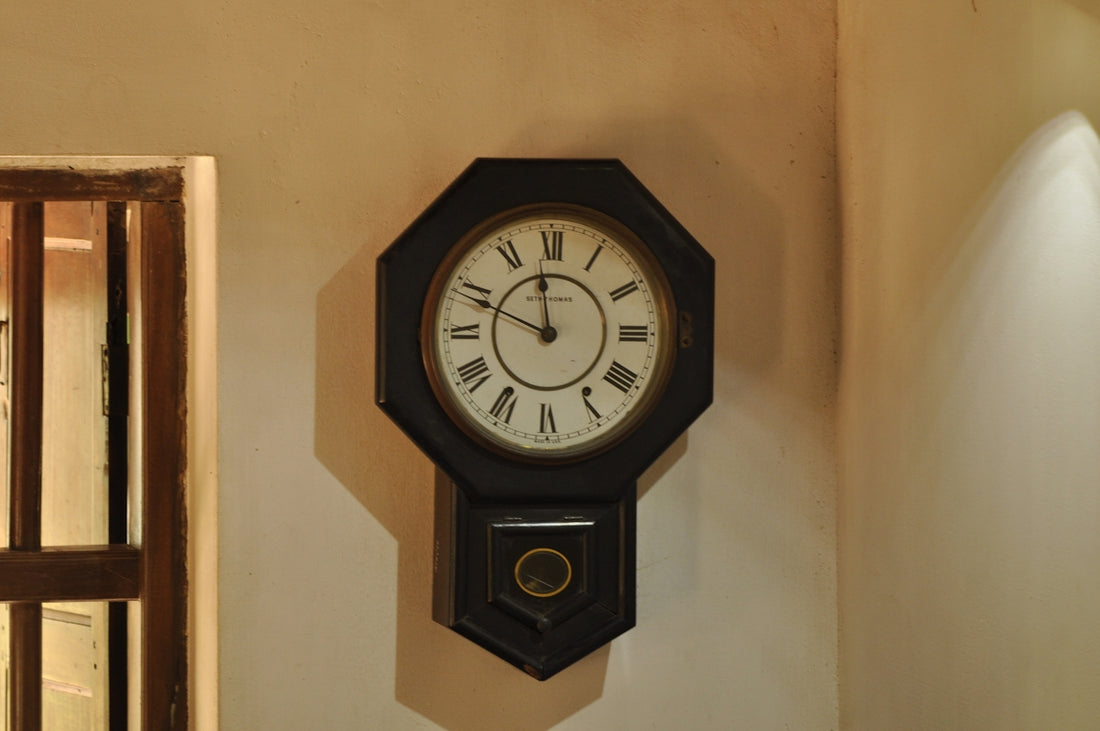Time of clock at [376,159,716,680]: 11:48
